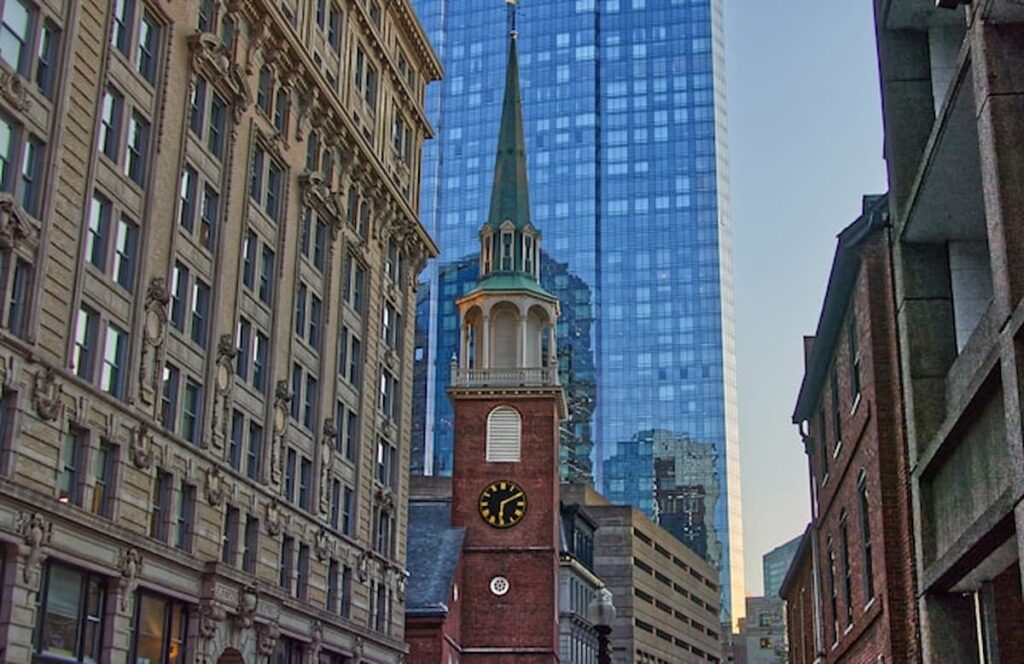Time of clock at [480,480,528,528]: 6:10
